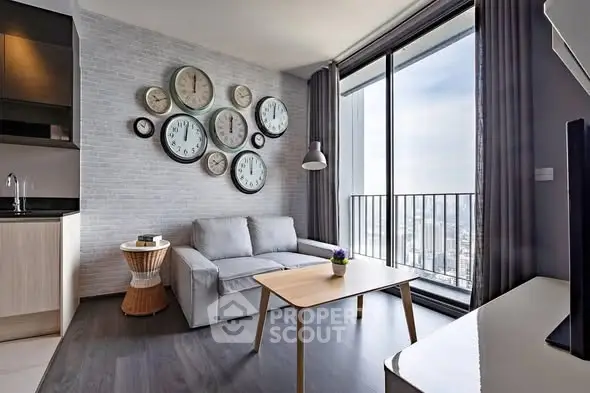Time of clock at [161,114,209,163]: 12:01
